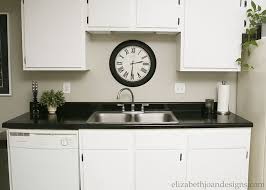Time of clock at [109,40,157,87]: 2:30
